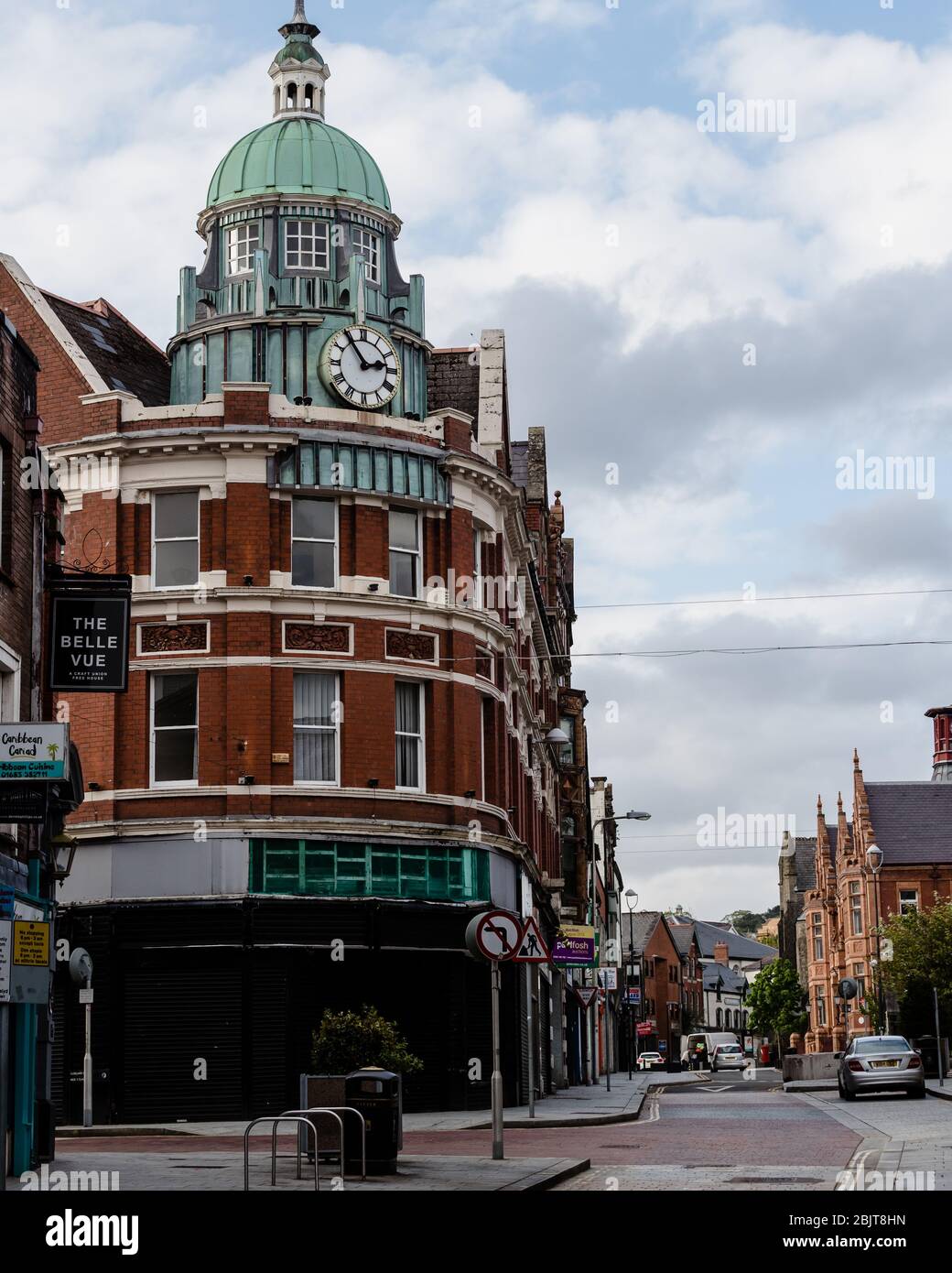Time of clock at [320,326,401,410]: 2:54
